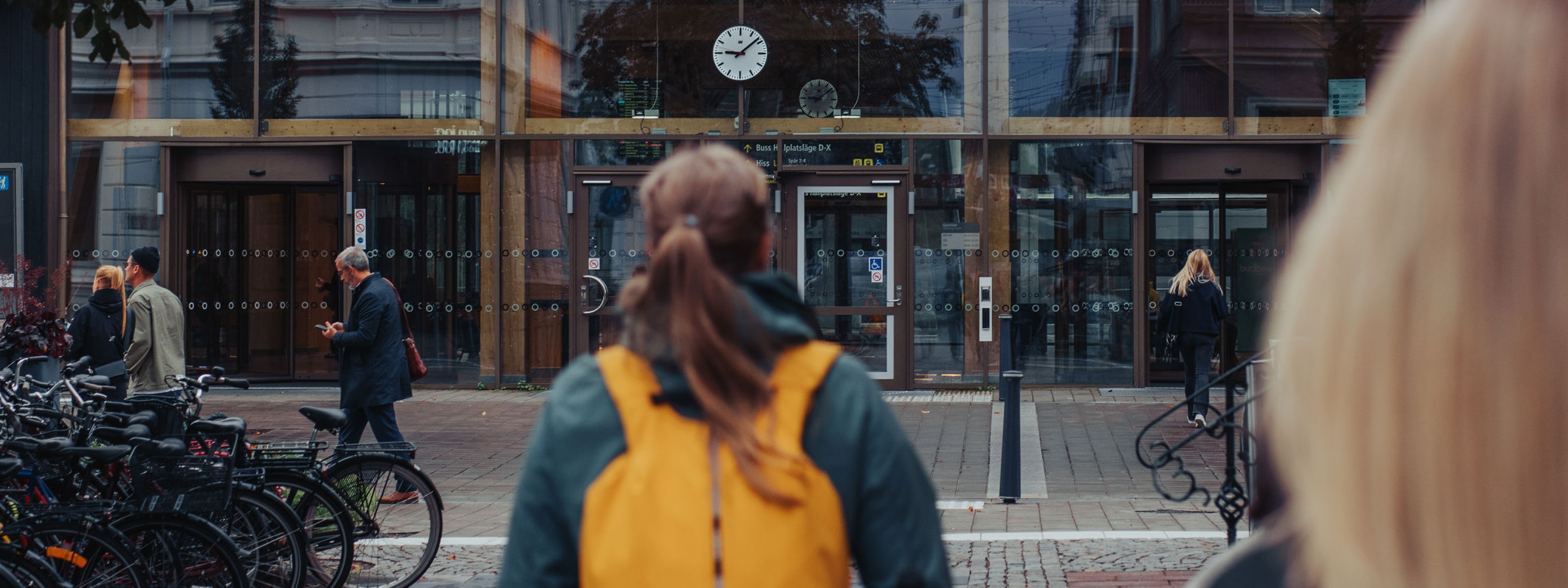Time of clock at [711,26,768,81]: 9:08
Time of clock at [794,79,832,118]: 9:08
